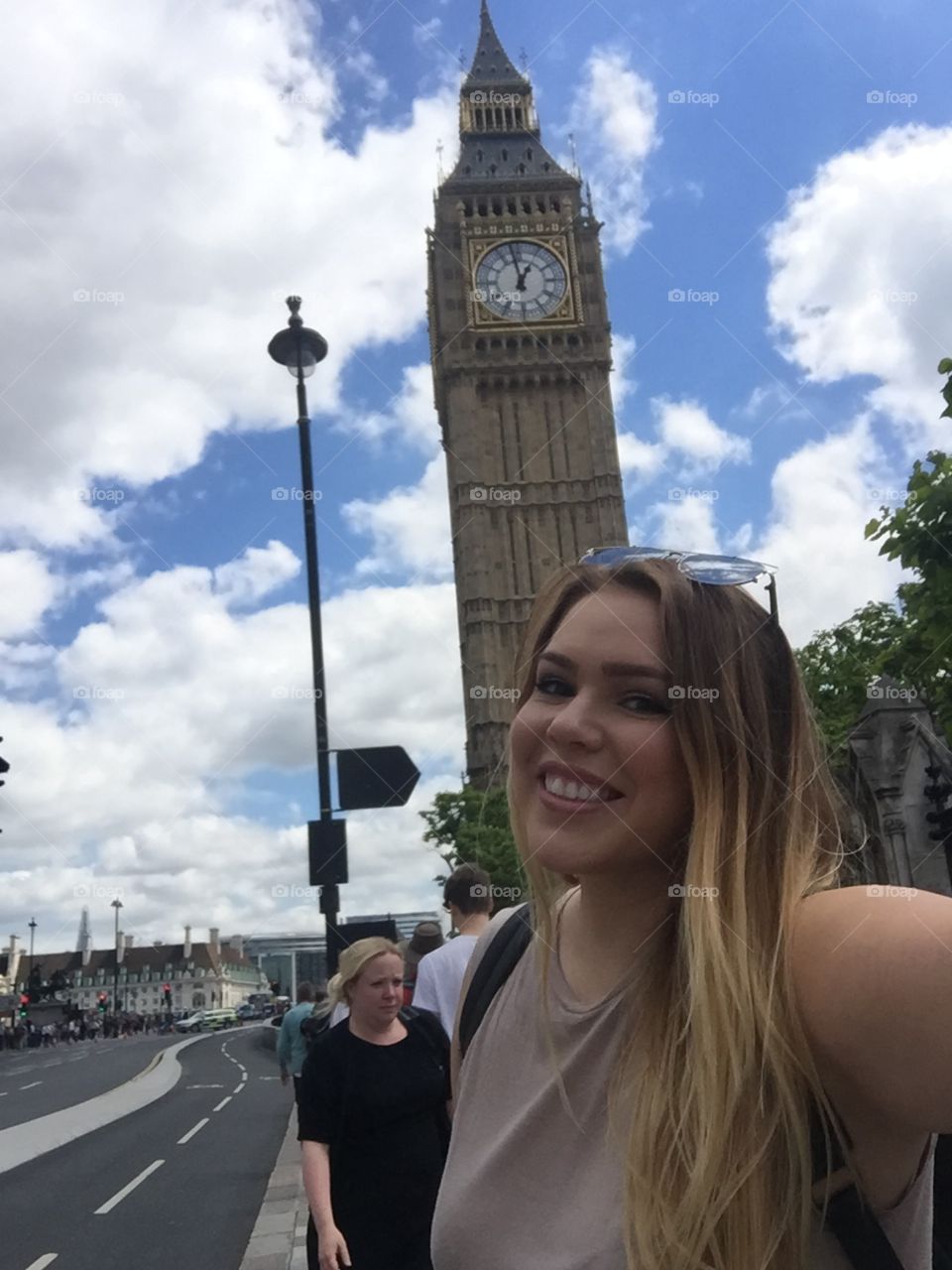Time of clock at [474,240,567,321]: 12:58
